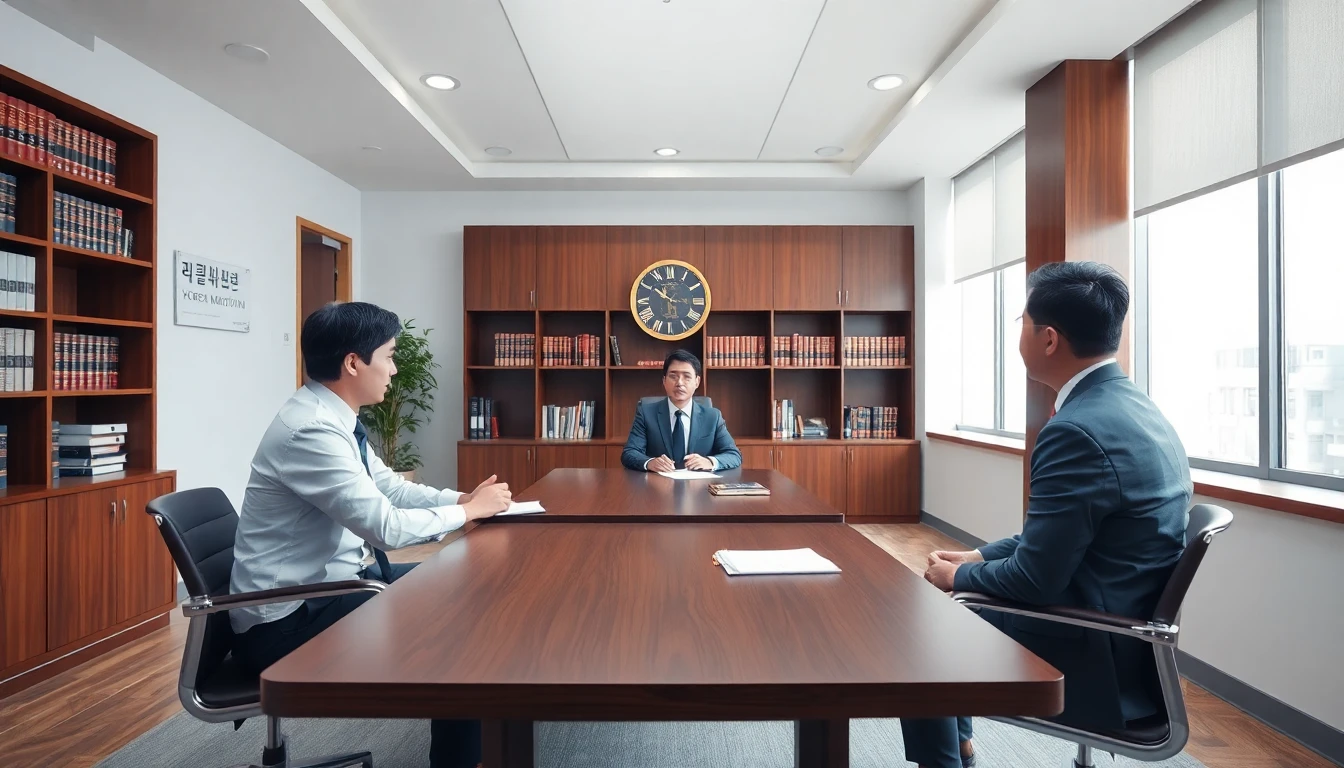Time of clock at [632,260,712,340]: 10:15
